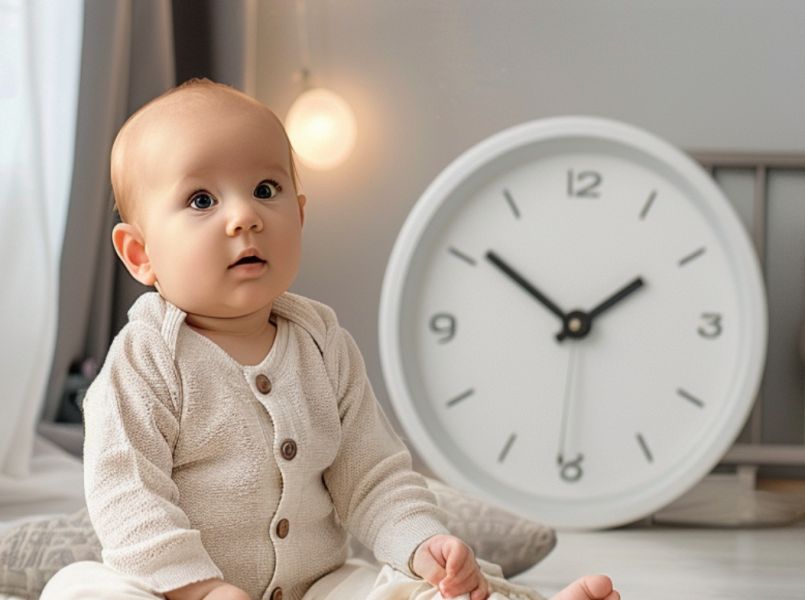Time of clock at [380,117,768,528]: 1:51
